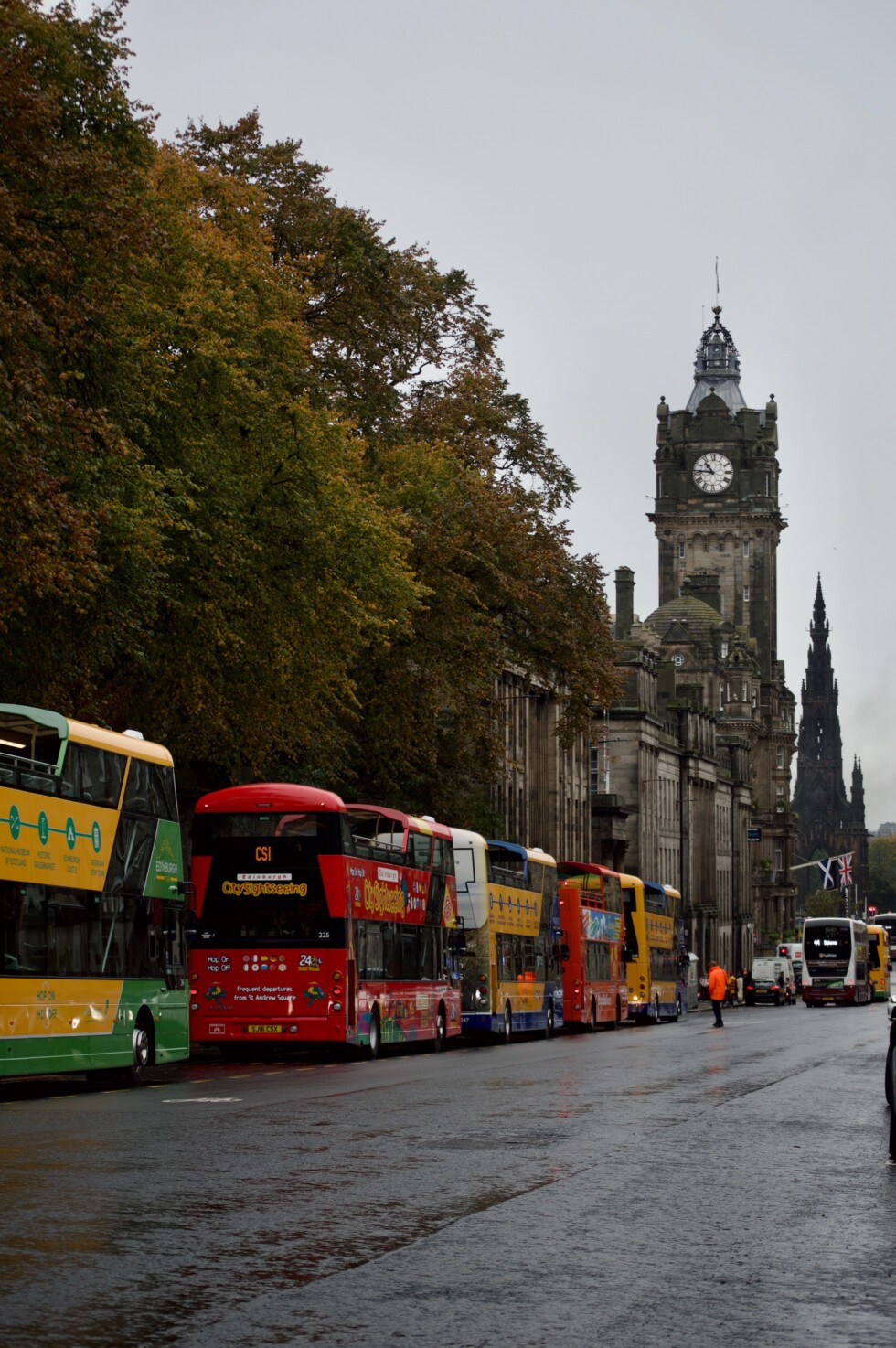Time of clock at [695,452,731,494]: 10:45
